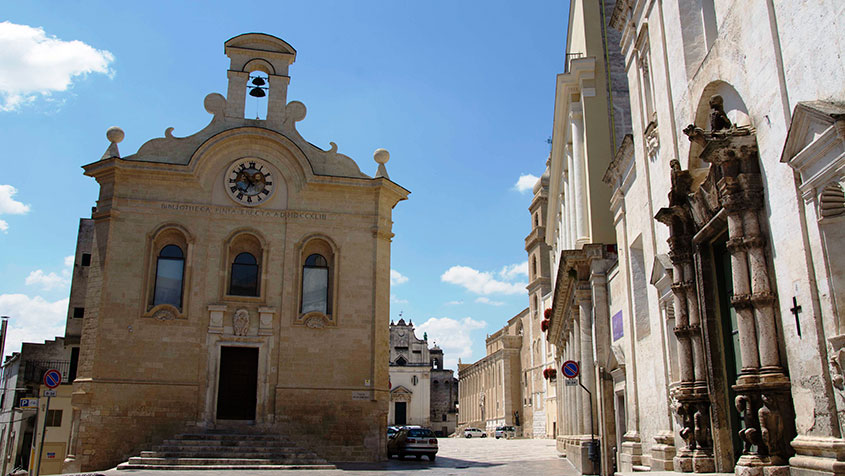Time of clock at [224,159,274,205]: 6:52
